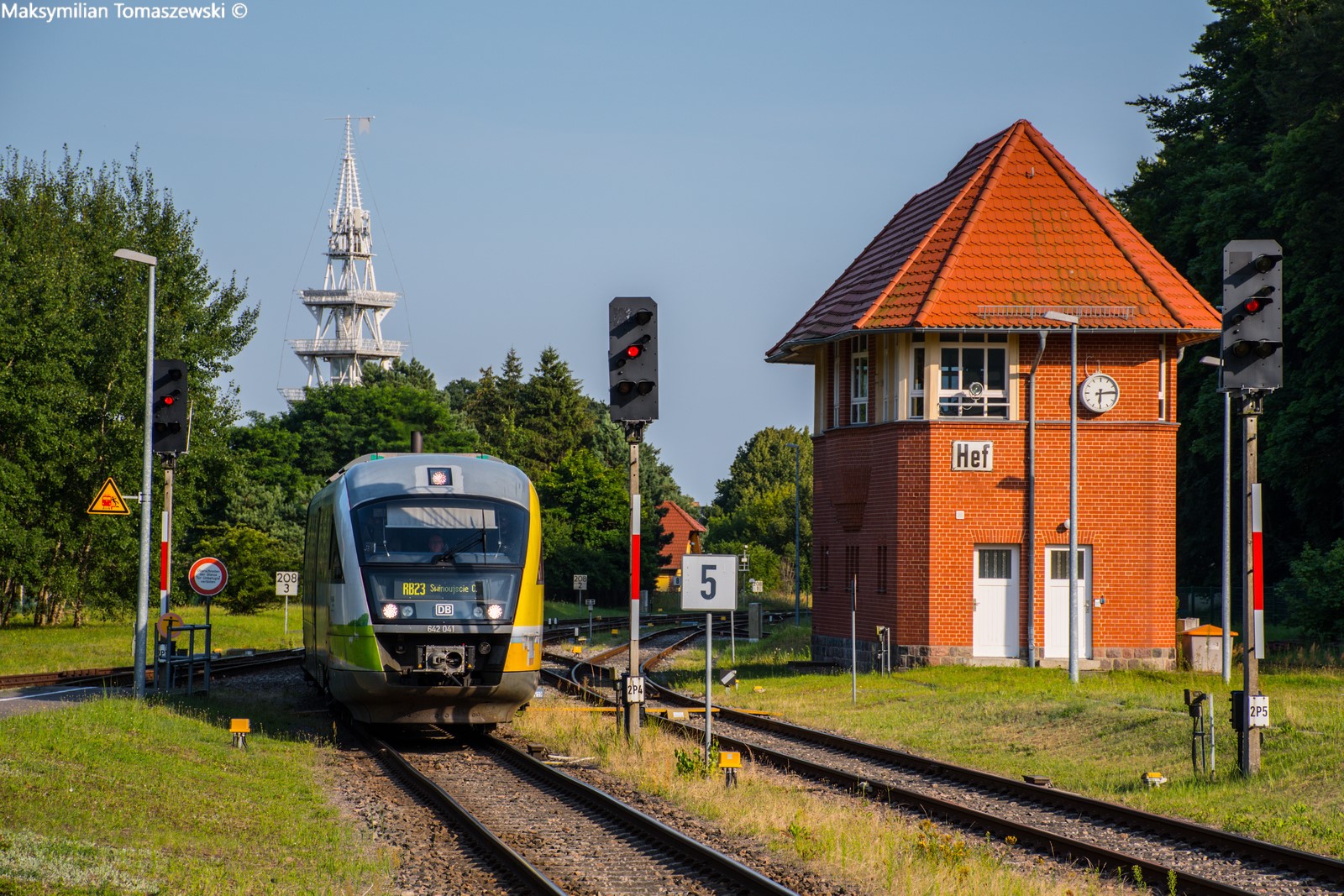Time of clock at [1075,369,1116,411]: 6:14
